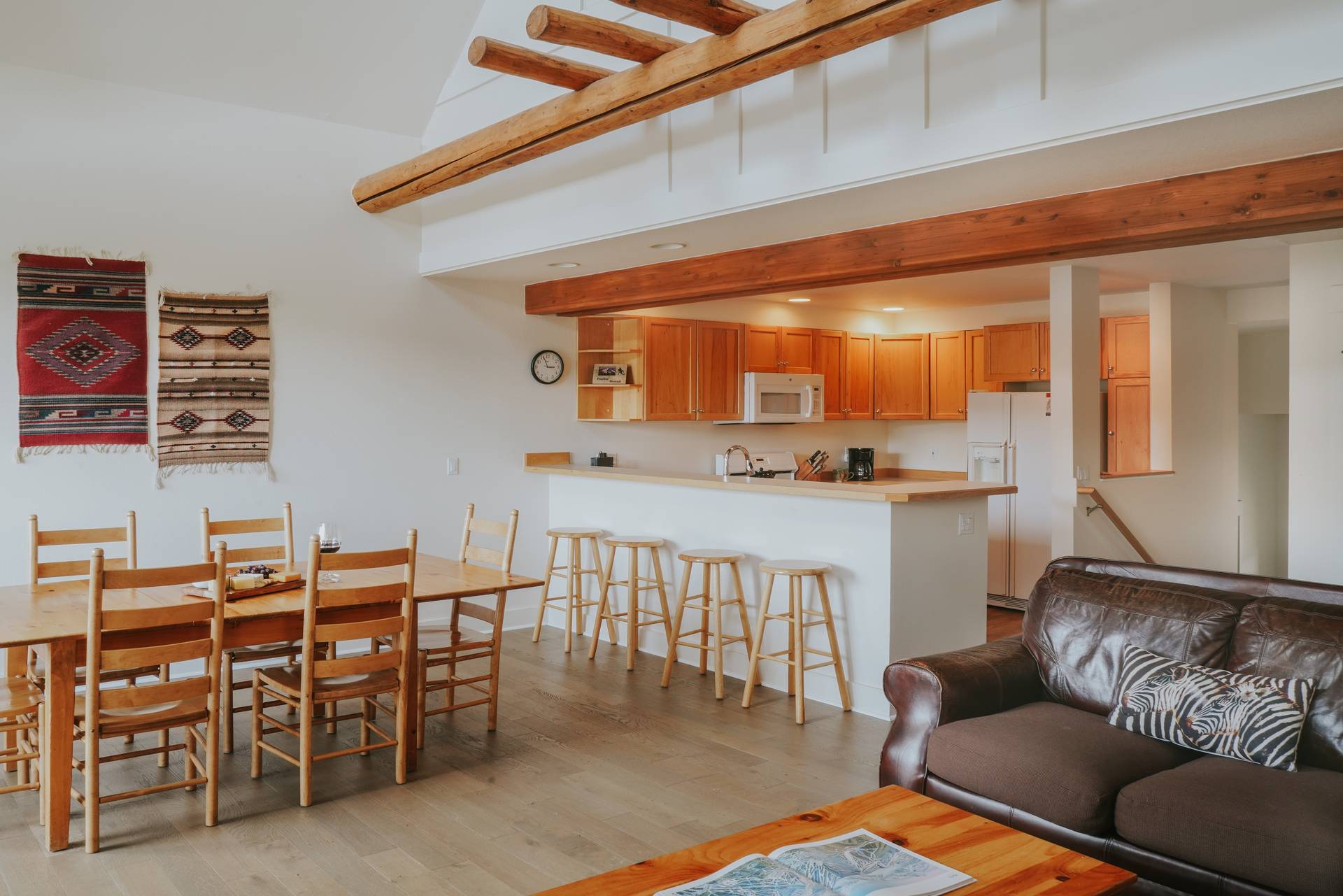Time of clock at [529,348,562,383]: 2:56
